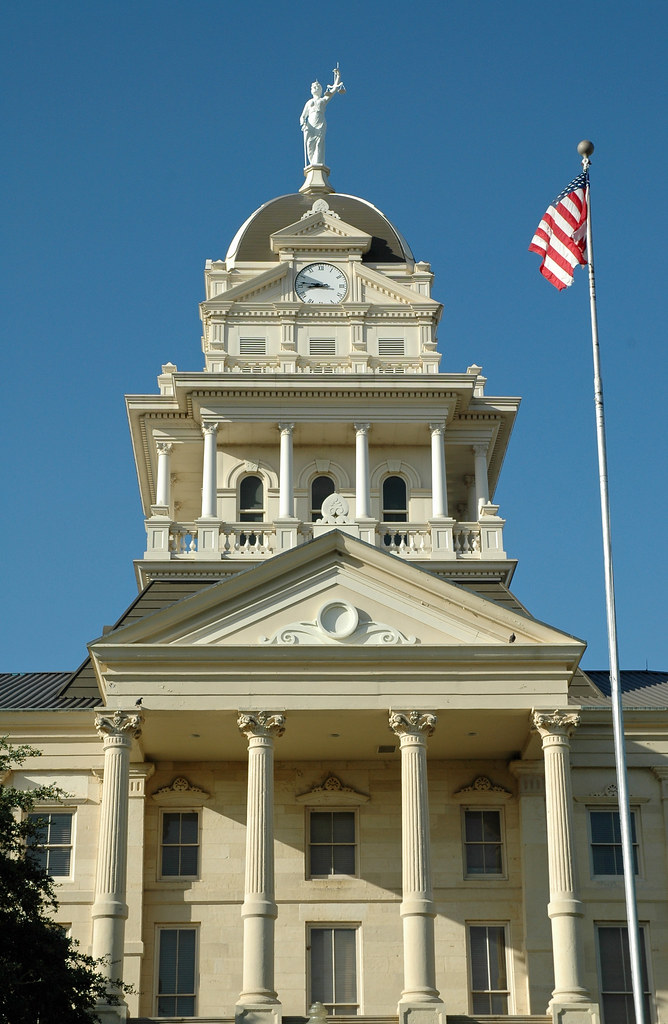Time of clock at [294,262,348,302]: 8:46
